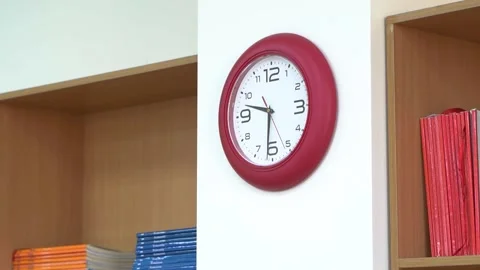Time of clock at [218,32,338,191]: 9:31
